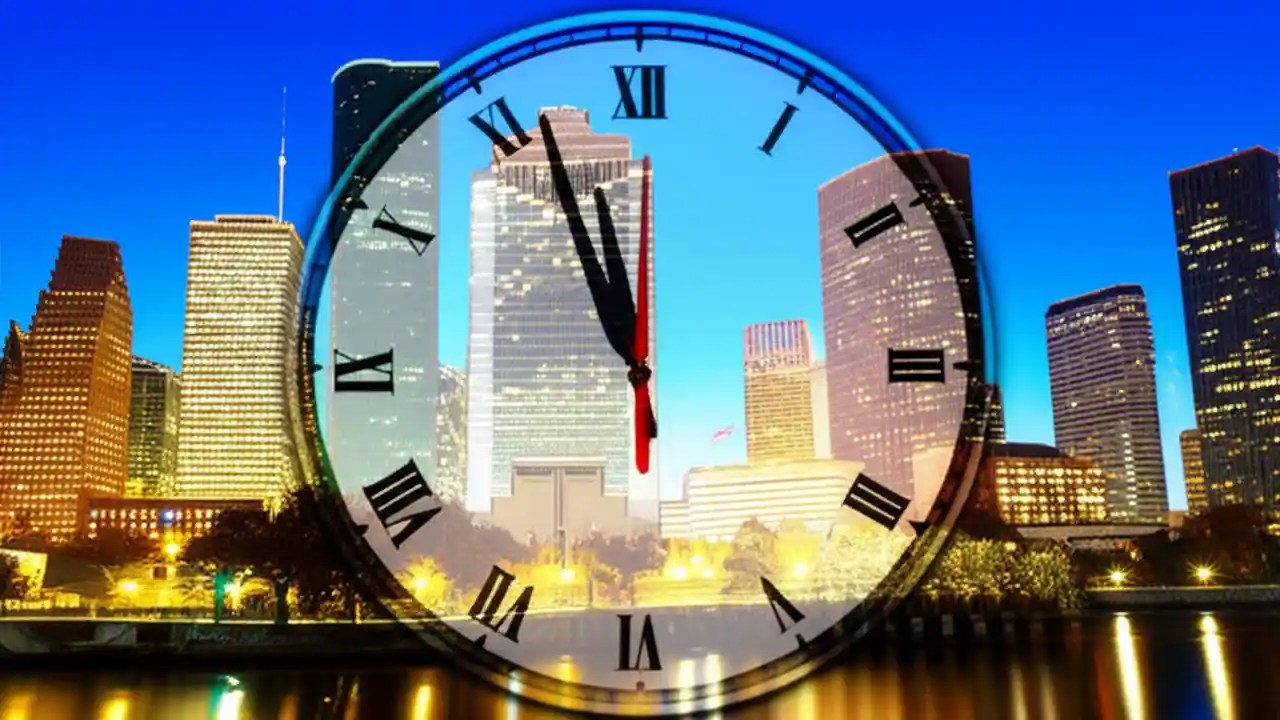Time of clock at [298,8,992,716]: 10:56
